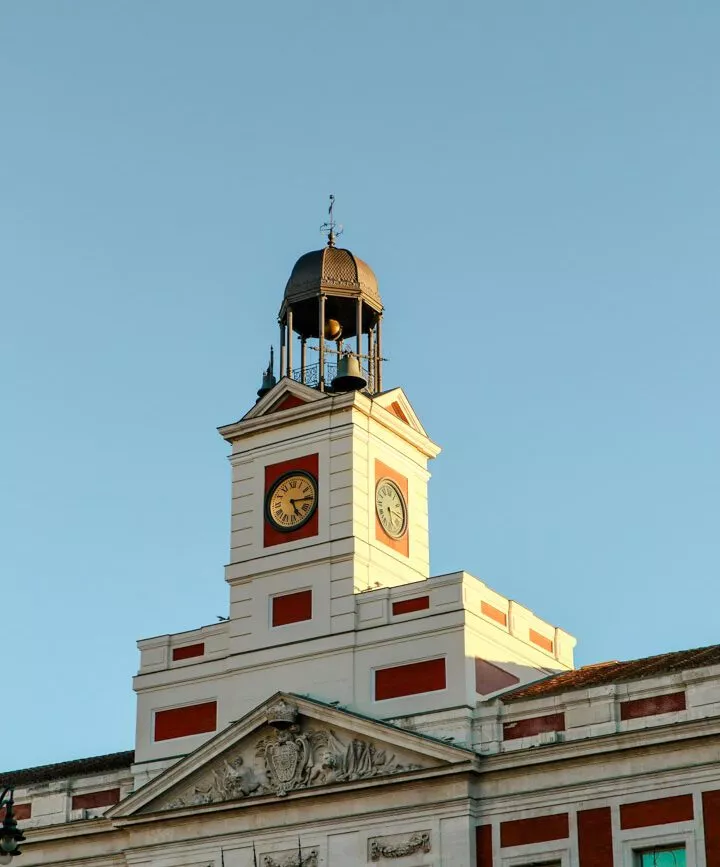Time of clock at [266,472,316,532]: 5:15
